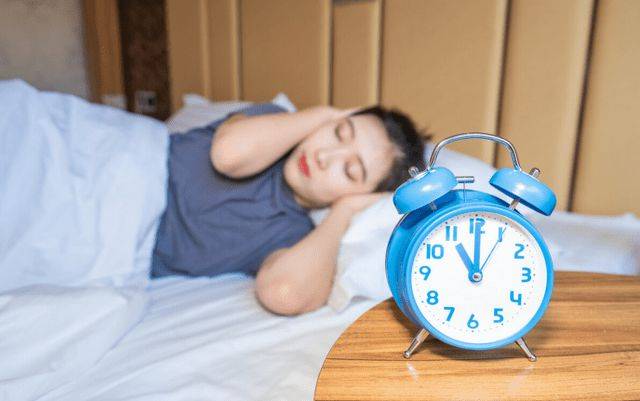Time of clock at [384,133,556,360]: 11:00
